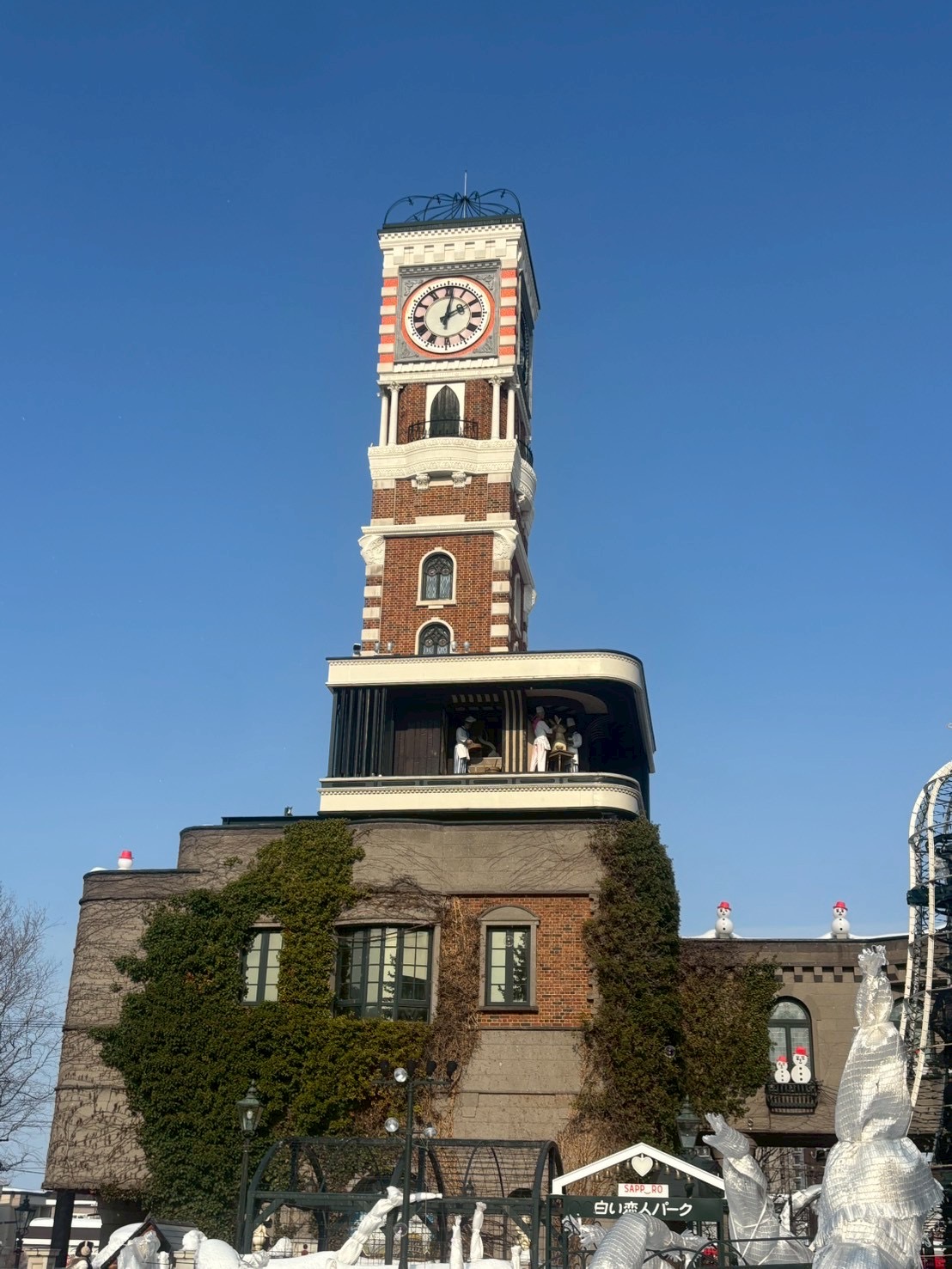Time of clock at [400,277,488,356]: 2:01
